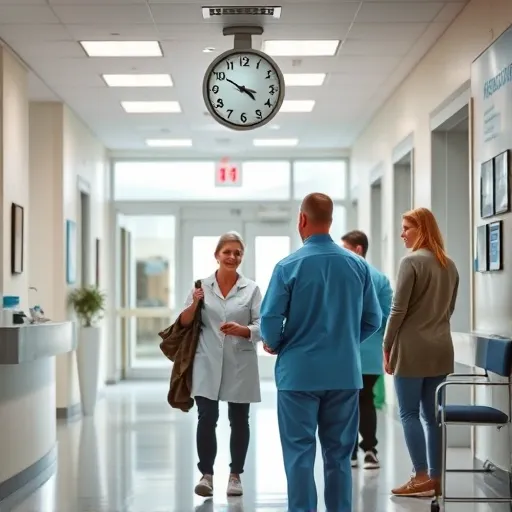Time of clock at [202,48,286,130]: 3:50
